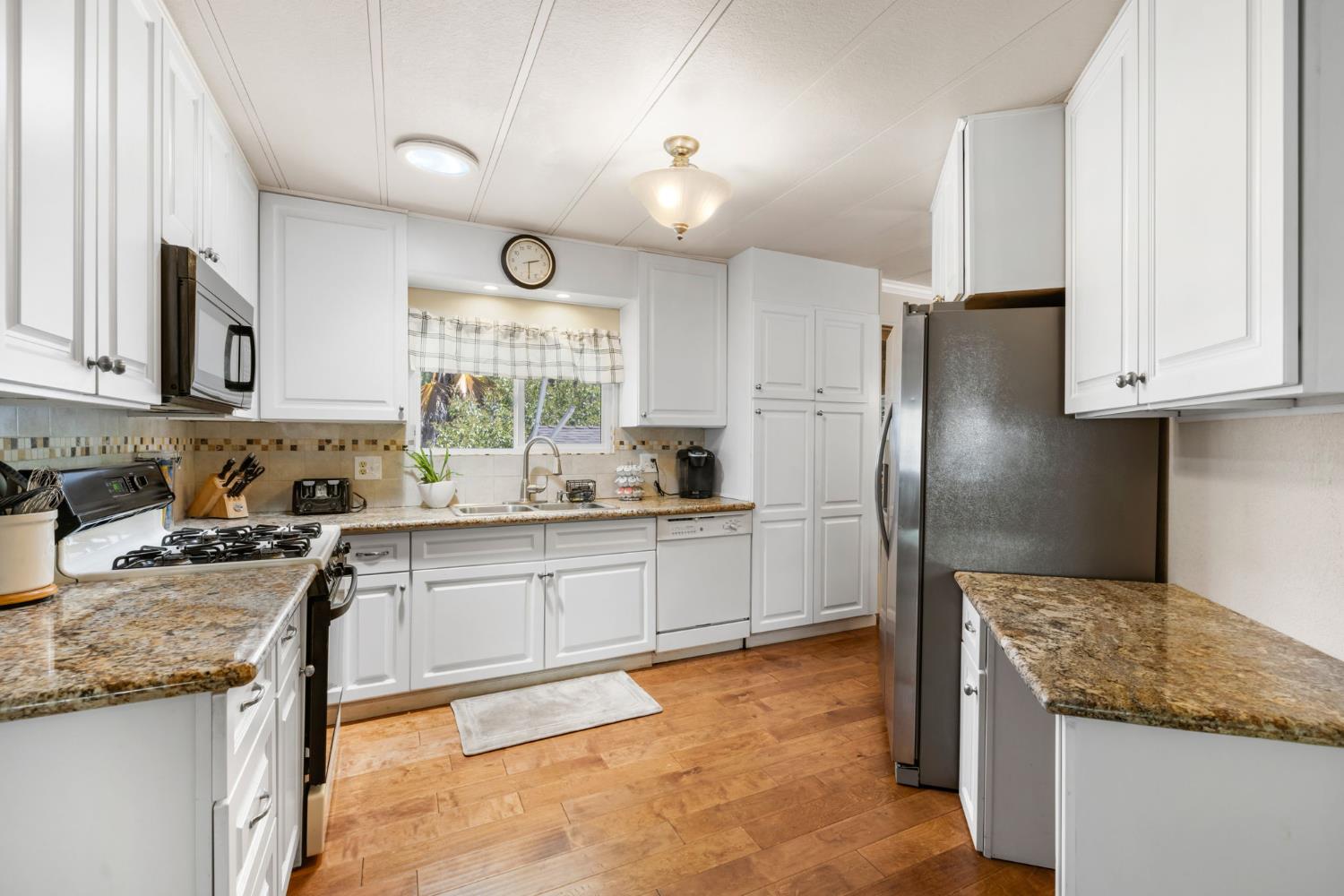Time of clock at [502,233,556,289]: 2:29
